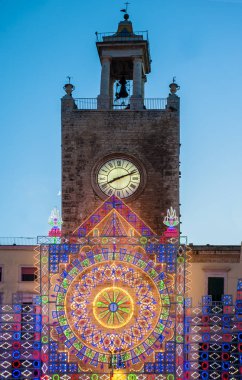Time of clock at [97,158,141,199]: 8:11
